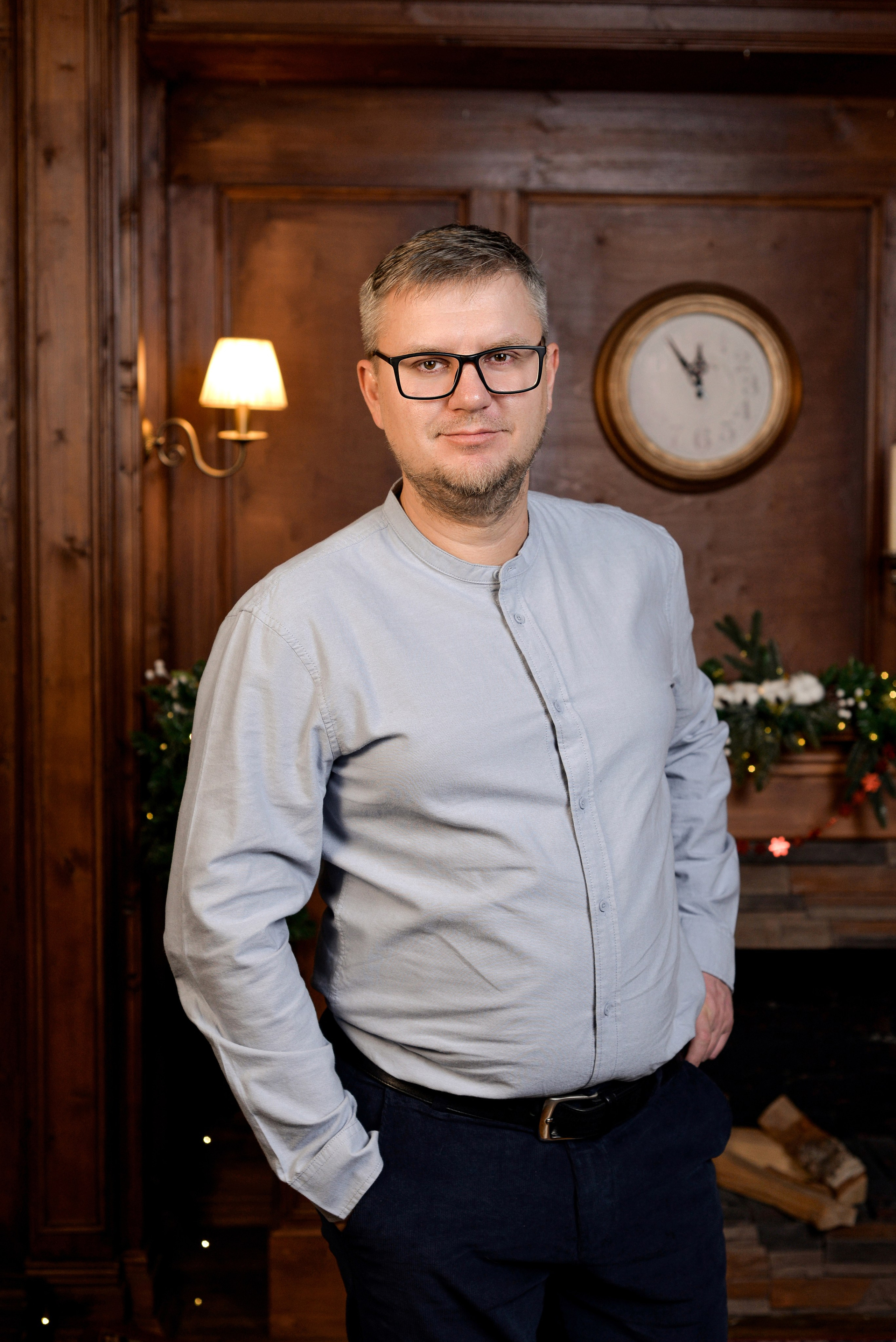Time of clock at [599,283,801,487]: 11:54
